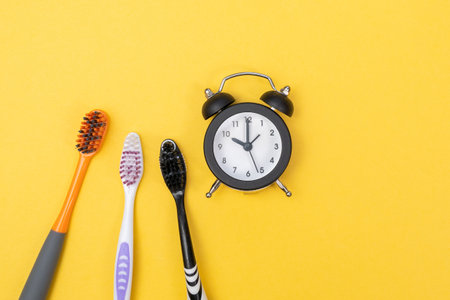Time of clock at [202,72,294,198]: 10:00
